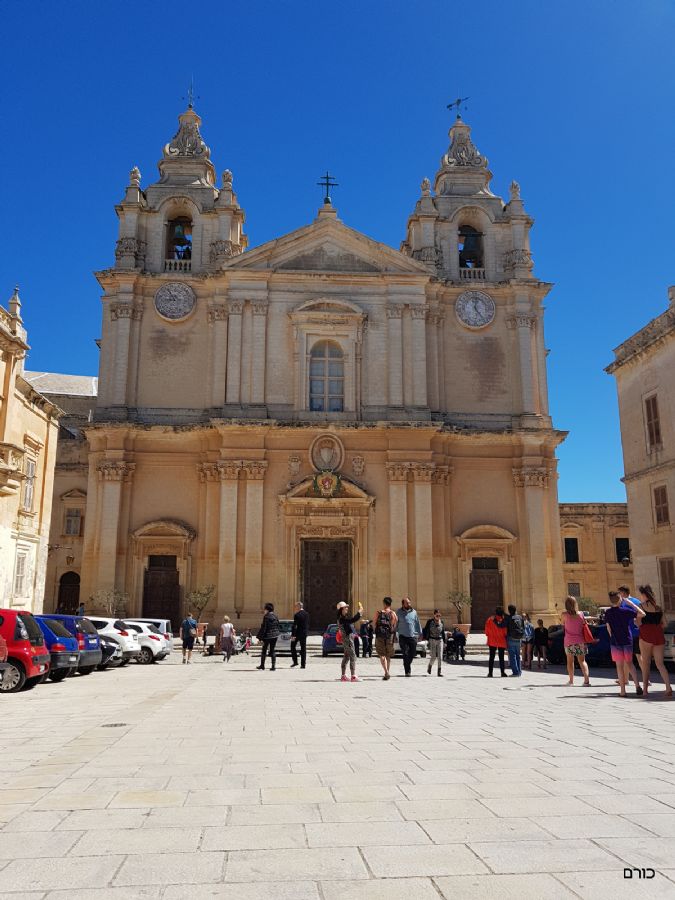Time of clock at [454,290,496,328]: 12:24
